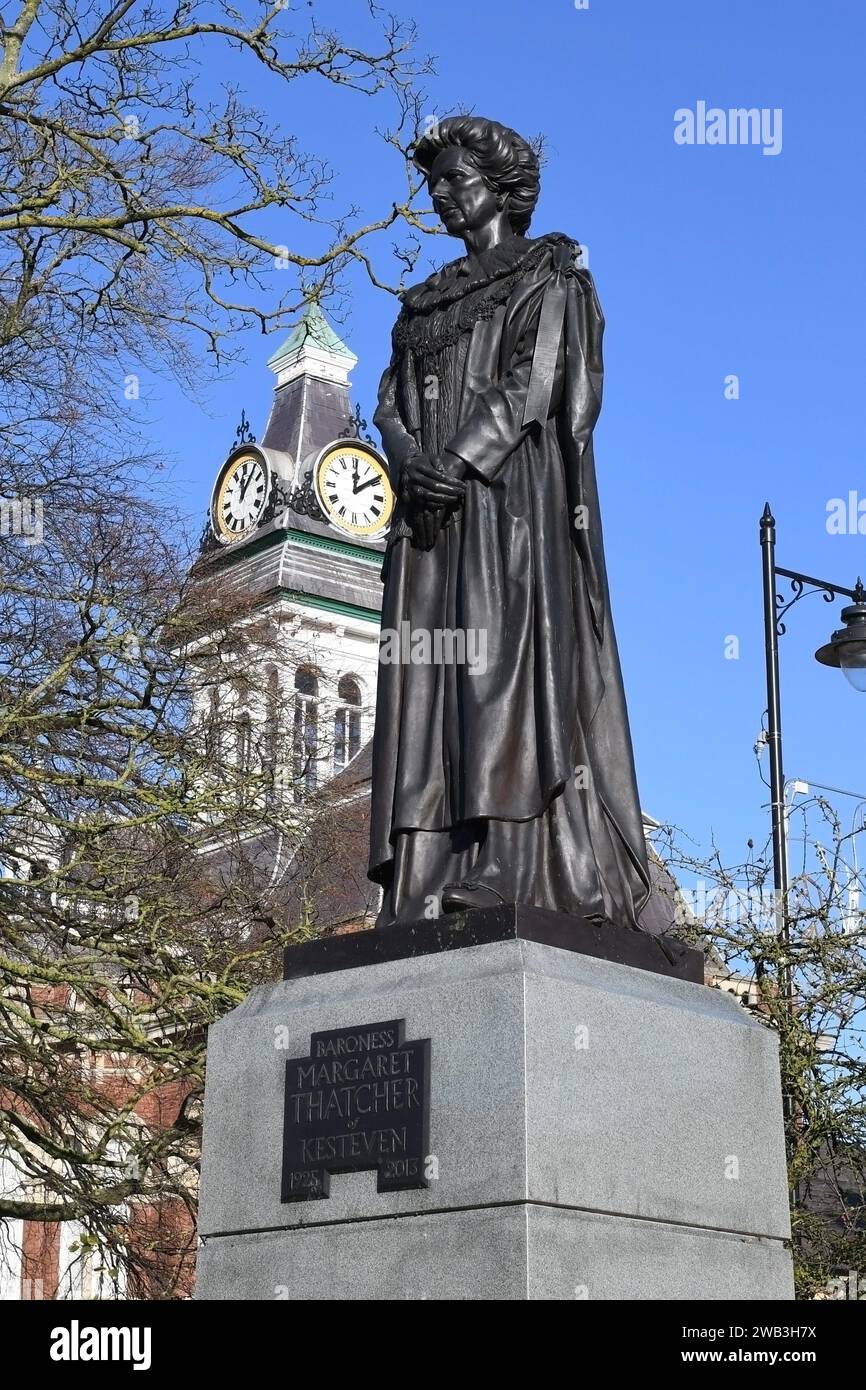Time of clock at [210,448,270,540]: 12:07
